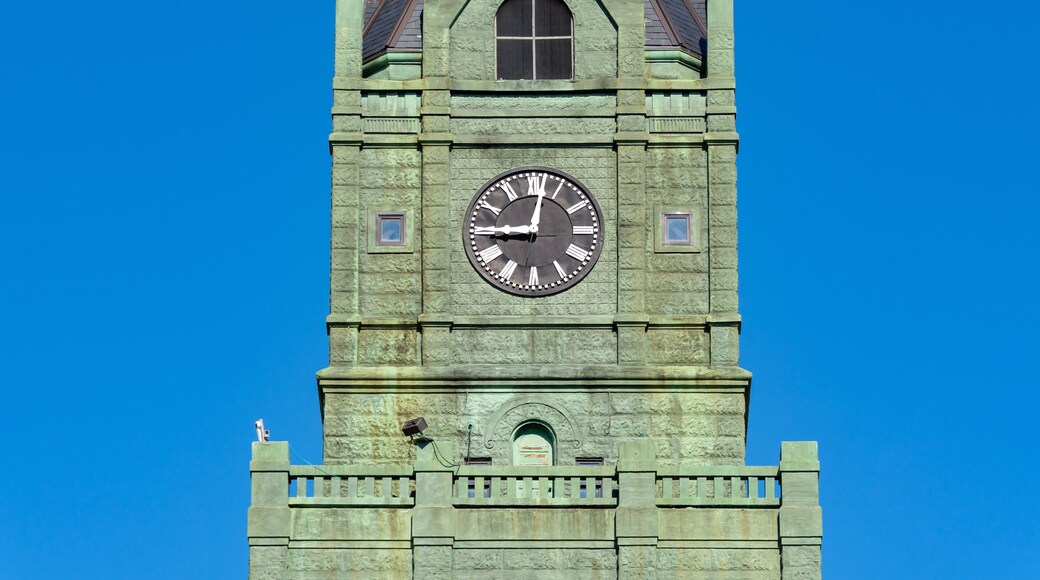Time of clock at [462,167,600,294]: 9:01
